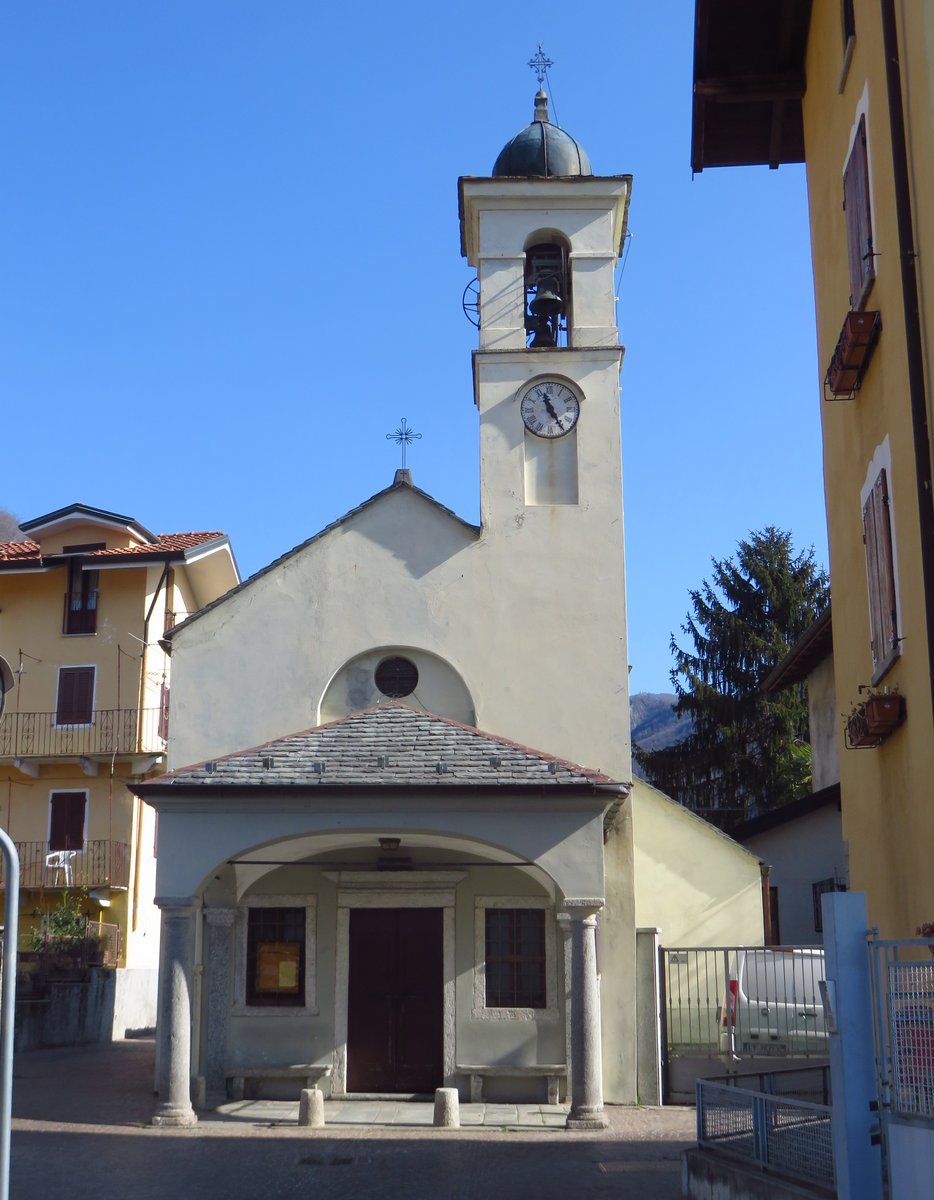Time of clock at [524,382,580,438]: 11:25
